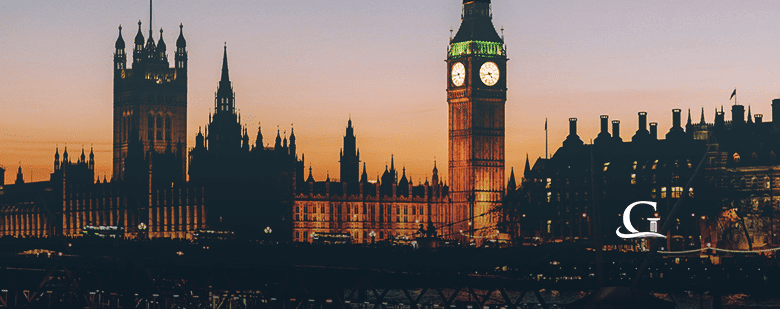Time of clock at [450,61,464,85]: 4:43
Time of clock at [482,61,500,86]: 4:42
